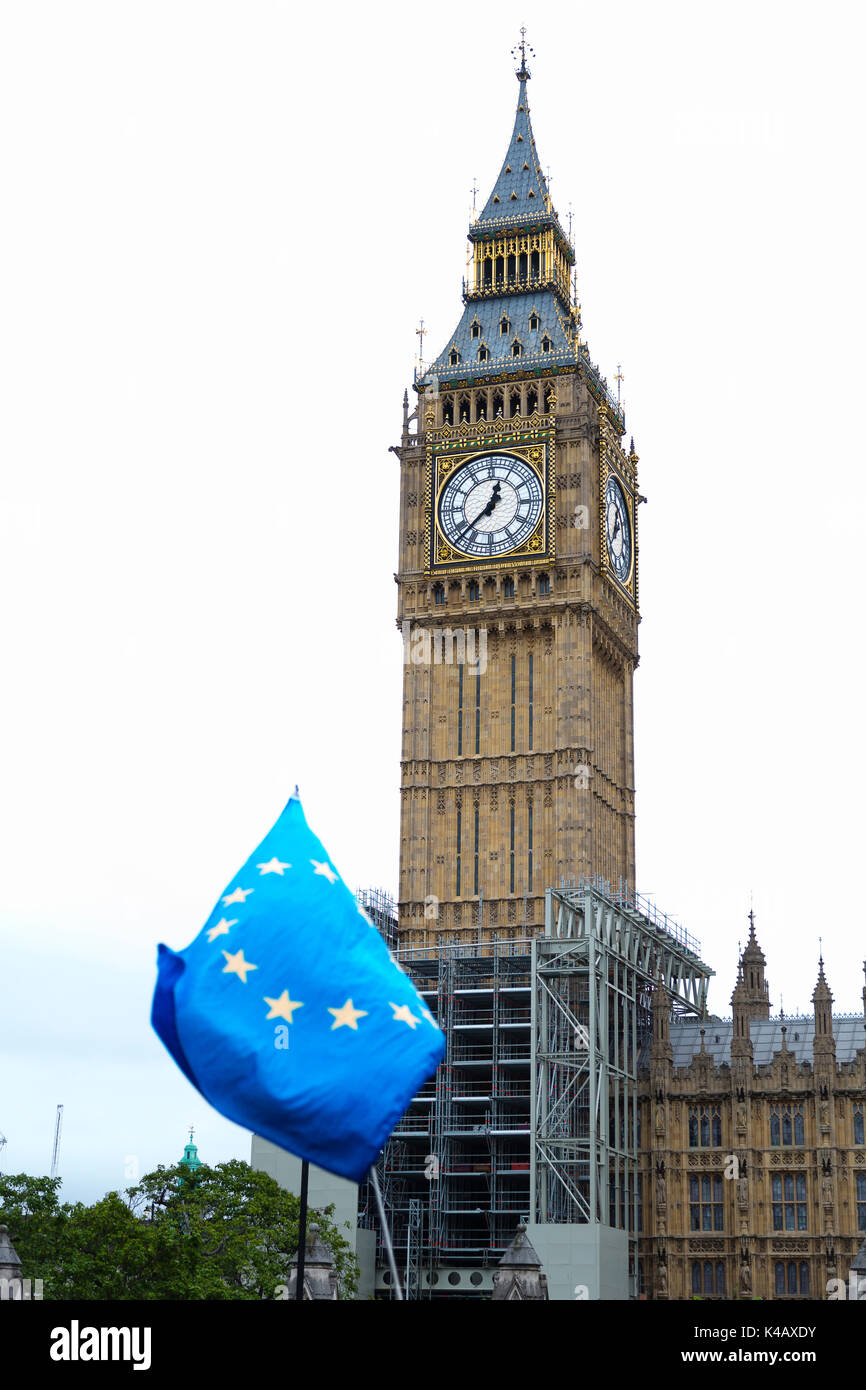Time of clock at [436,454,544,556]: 12:37
